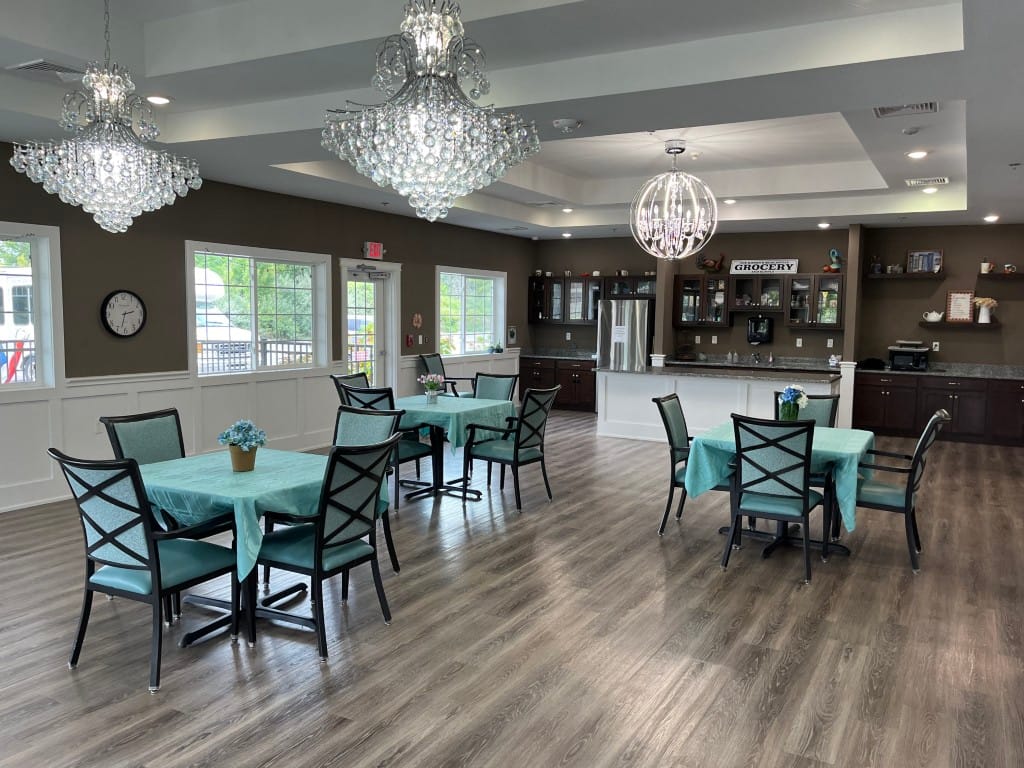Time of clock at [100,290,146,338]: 2:32
